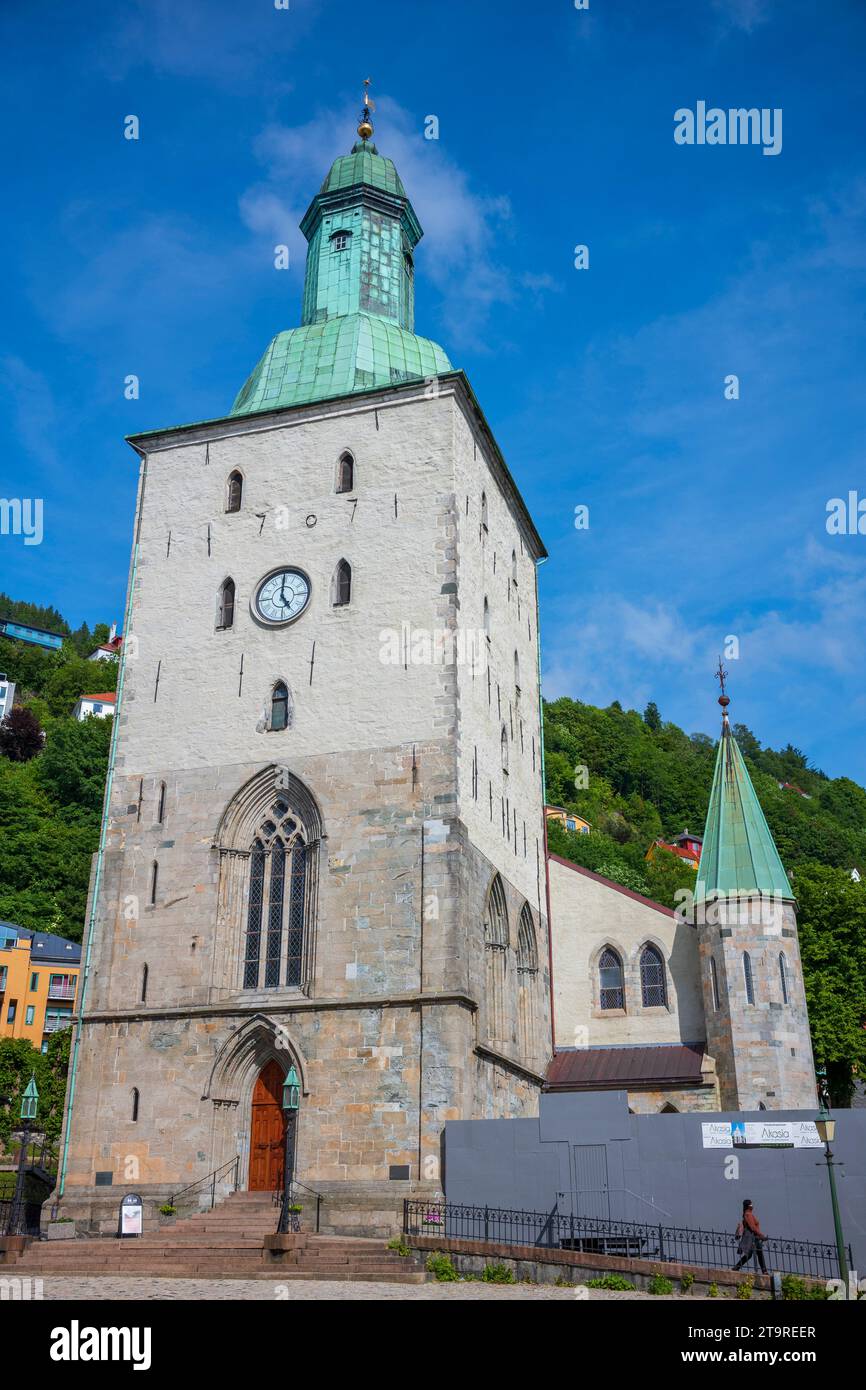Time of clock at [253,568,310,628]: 5:00
